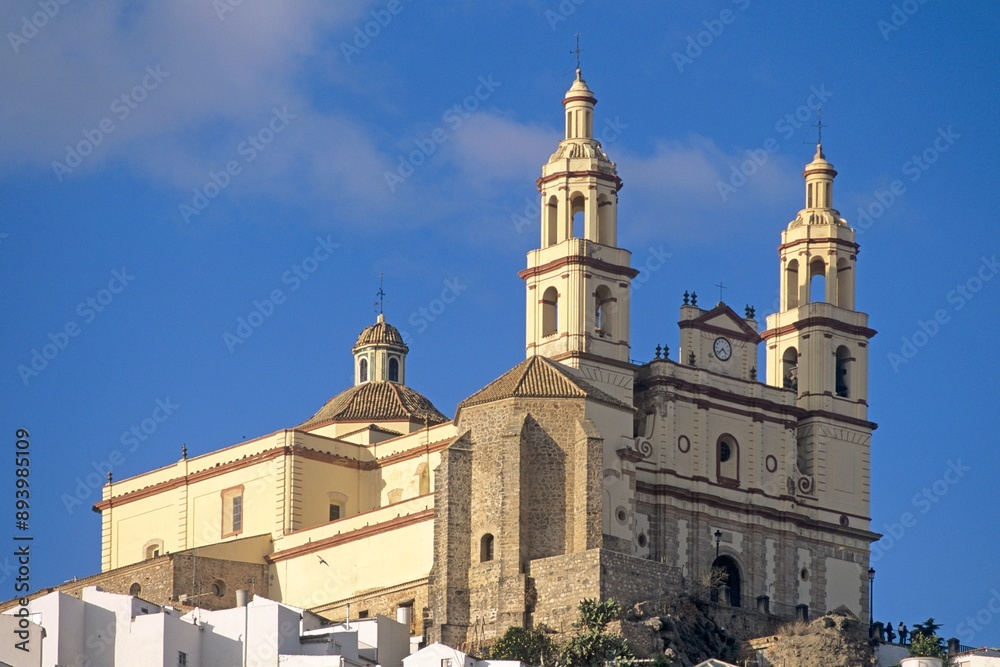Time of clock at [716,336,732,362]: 4:37
